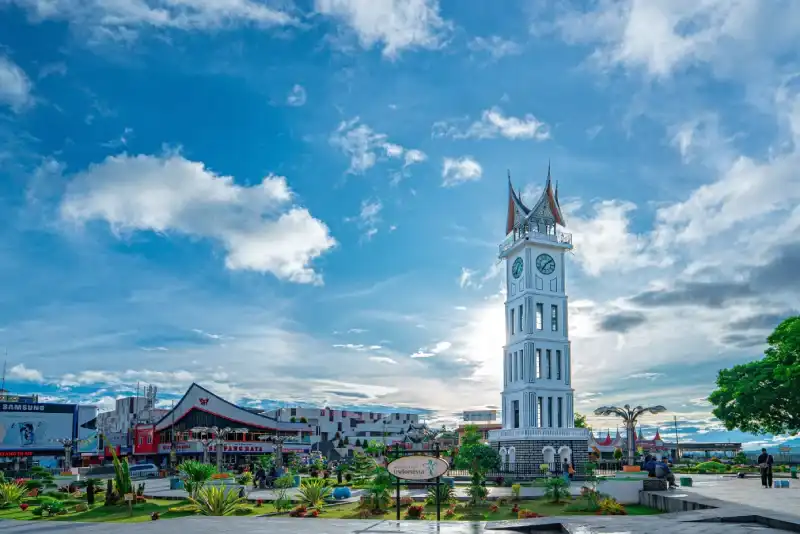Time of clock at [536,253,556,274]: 7:08
